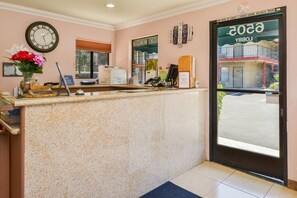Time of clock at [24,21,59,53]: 5:08
